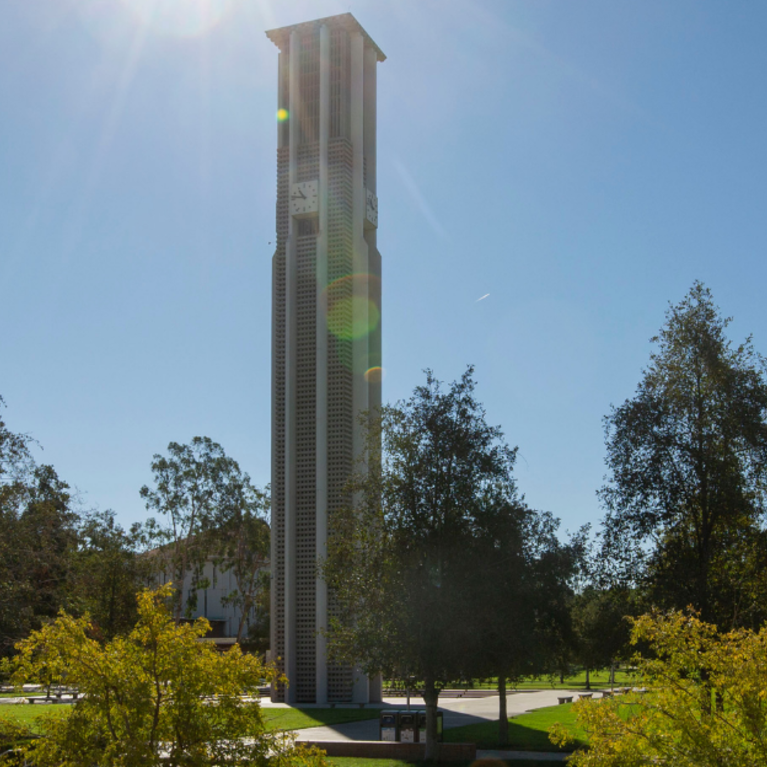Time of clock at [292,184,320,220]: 10:46
